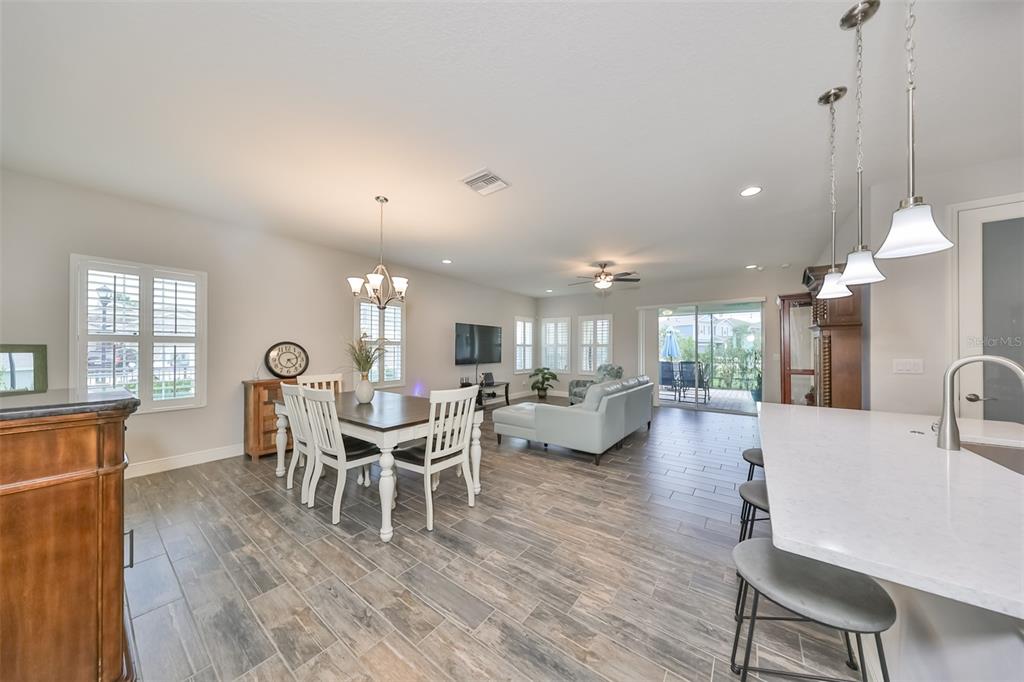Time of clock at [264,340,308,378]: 2:23
